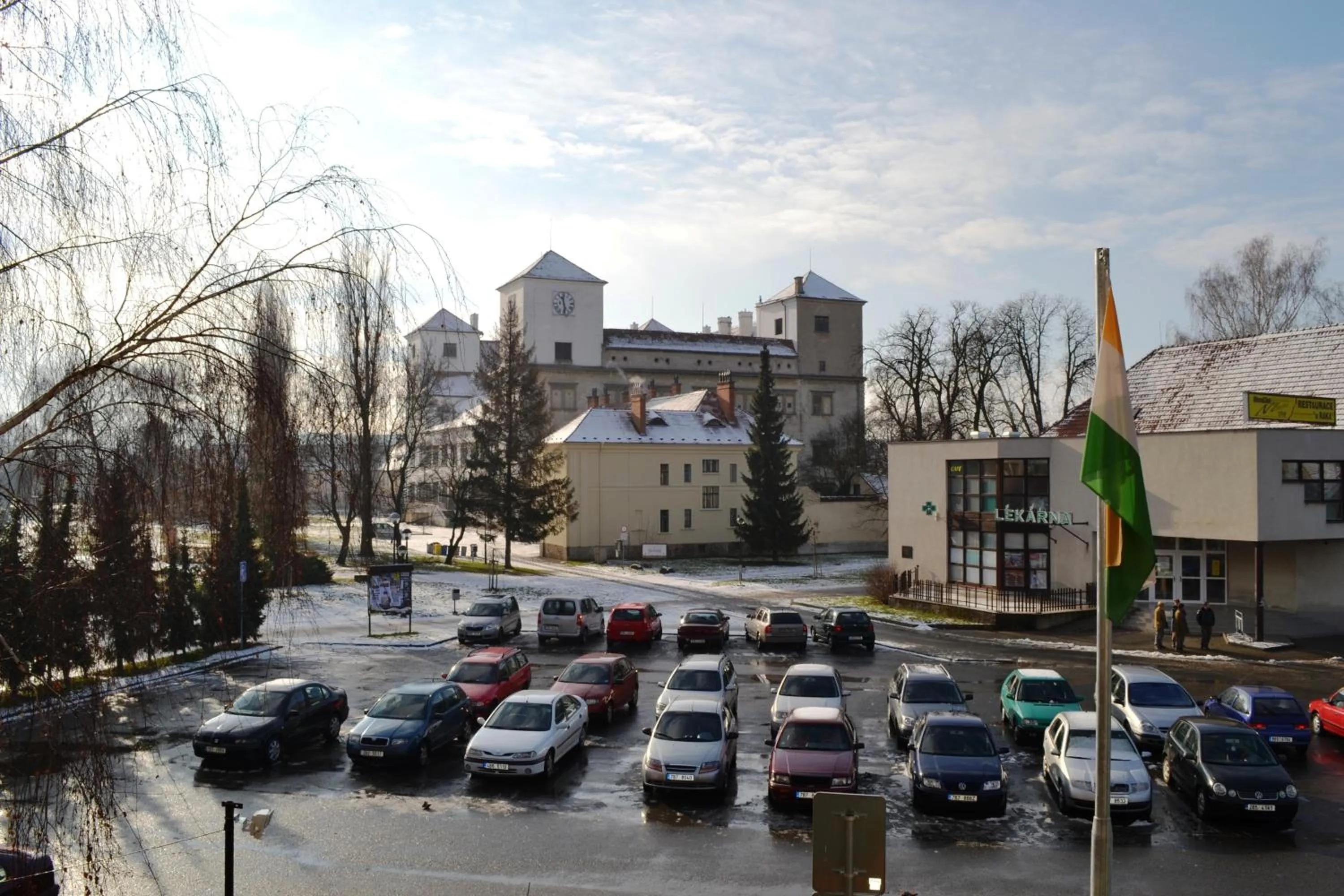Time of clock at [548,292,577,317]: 11:28
